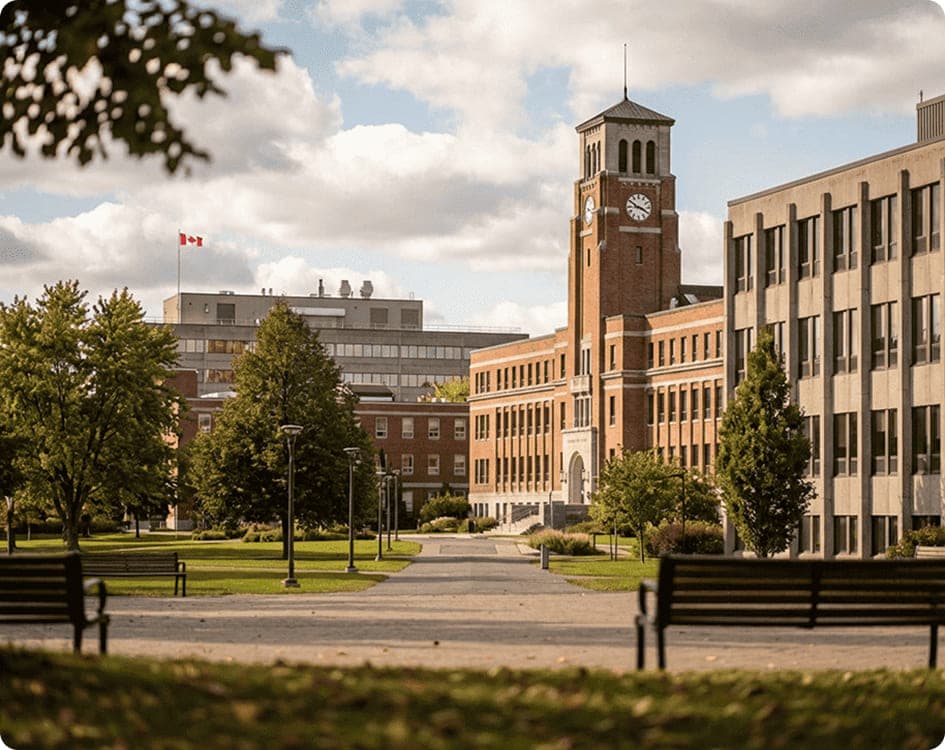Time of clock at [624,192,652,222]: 3:50
